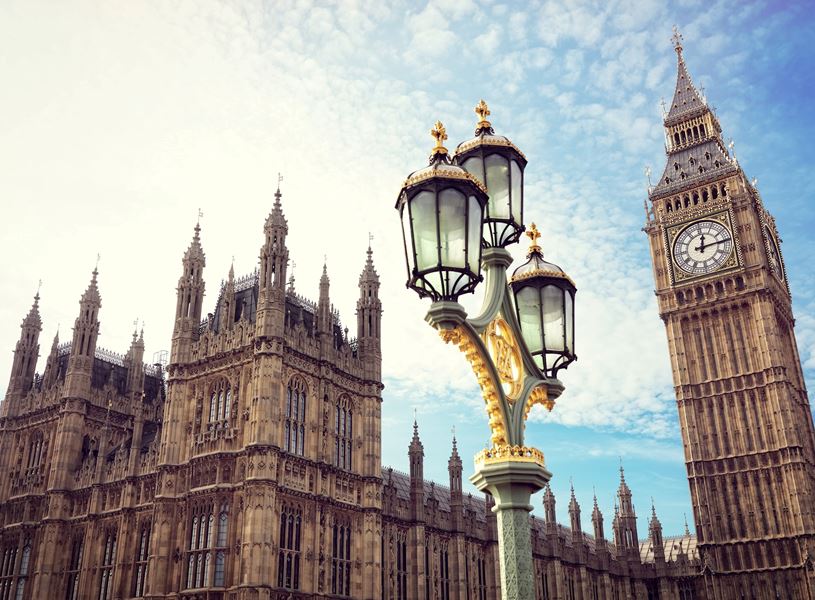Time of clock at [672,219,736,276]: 12:14
